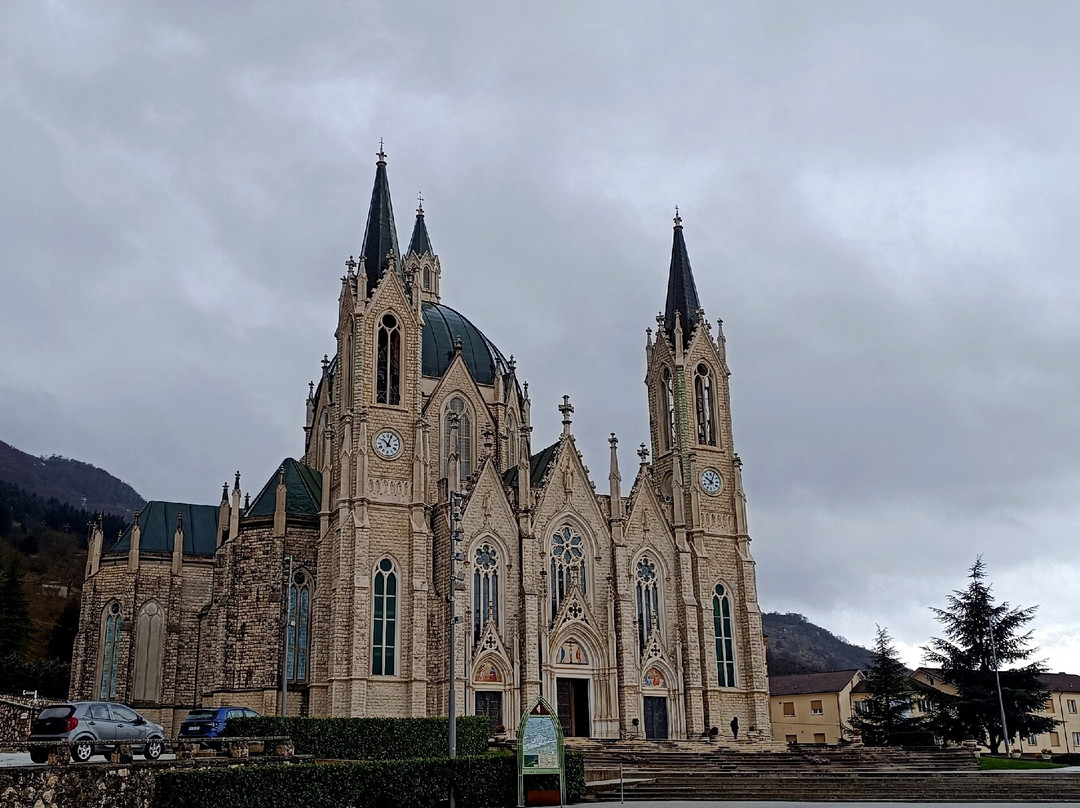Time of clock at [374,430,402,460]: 10:03
